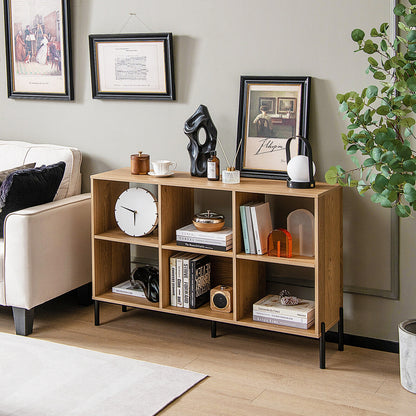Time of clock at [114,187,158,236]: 5:47
